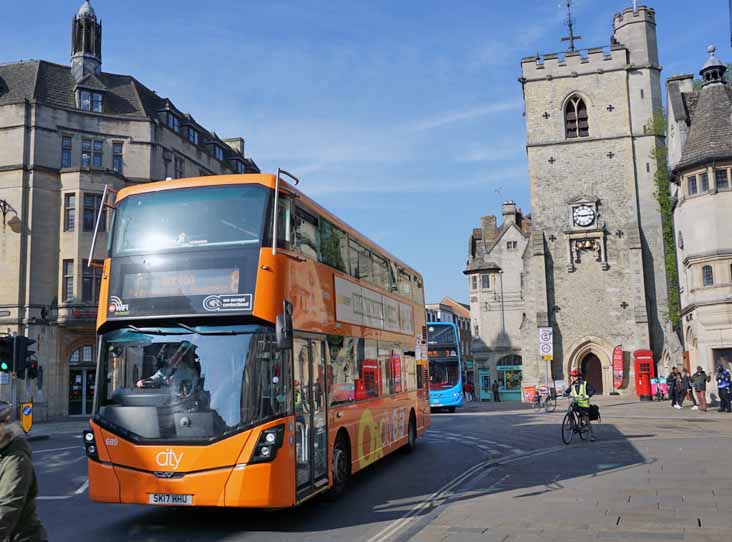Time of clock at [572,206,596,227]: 9:14
